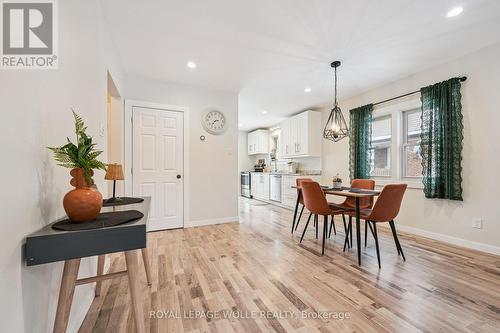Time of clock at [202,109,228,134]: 2:36
